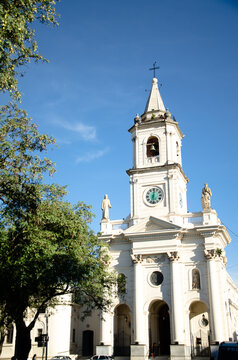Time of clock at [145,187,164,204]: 6:01
